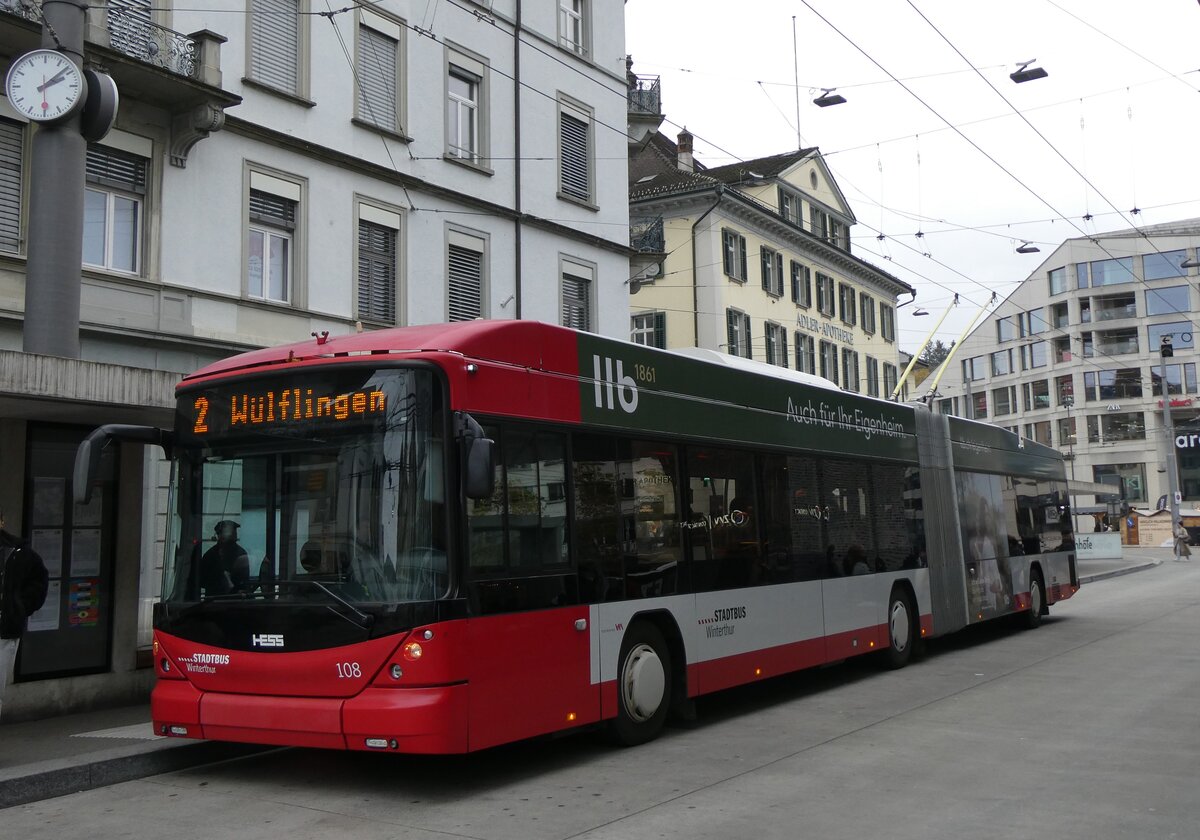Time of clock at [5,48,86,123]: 2:08
